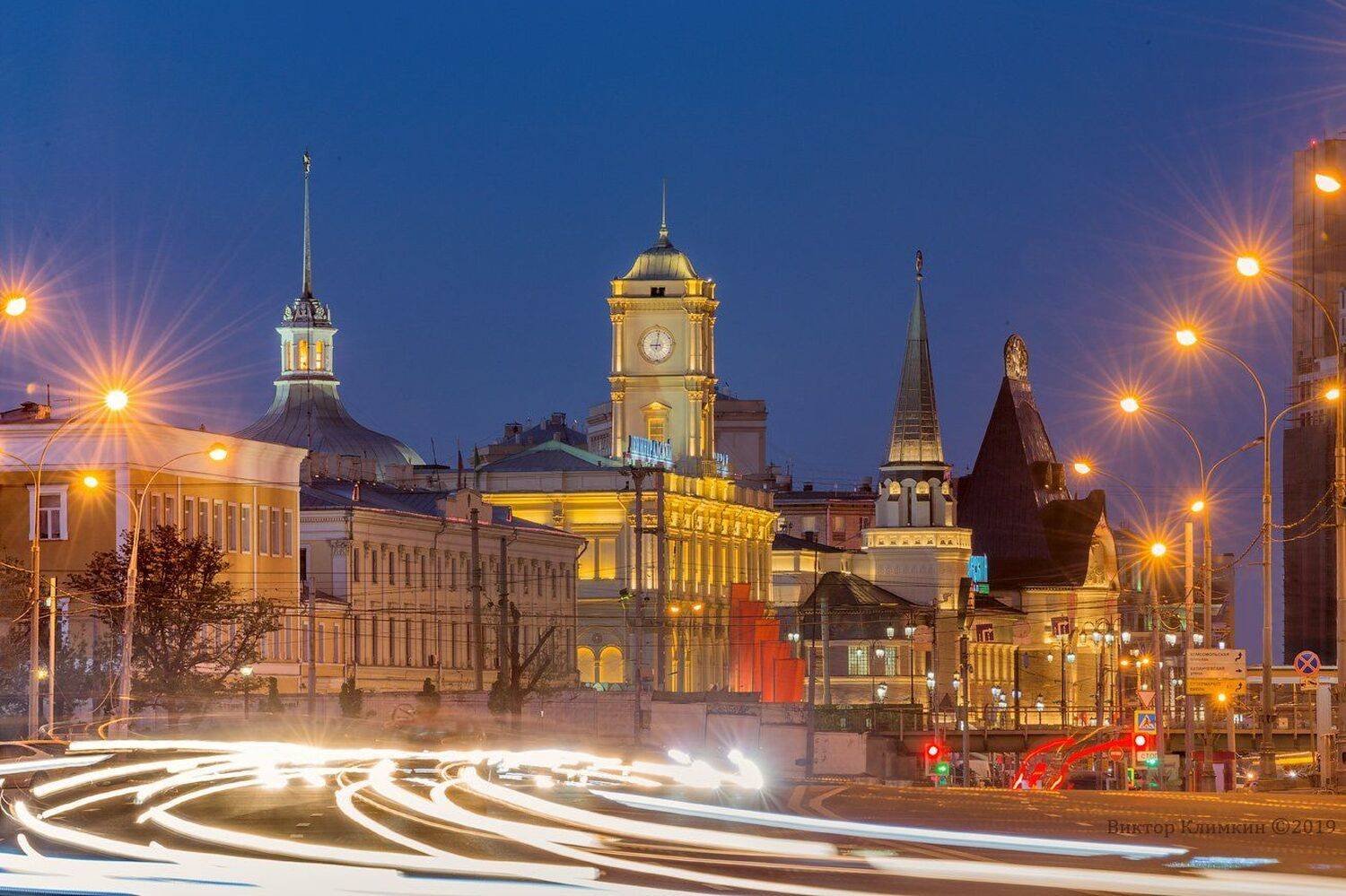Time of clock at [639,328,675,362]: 9:01
